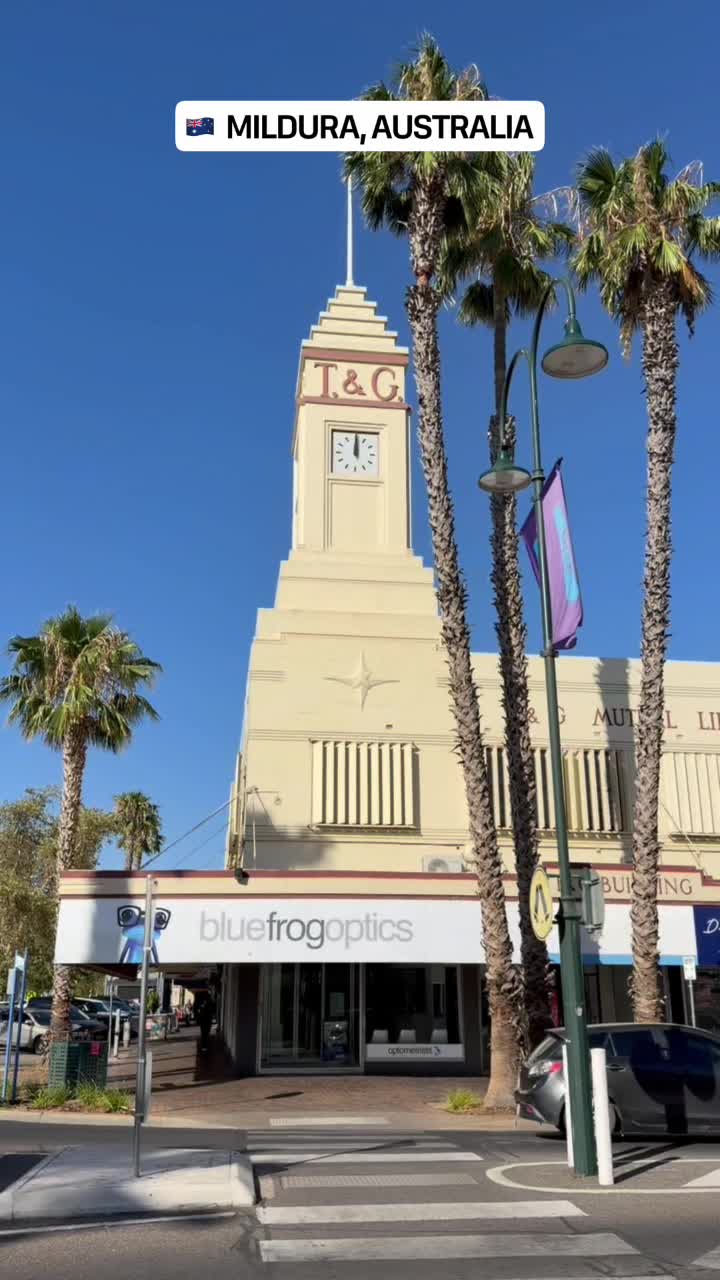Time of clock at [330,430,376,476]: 12:00
